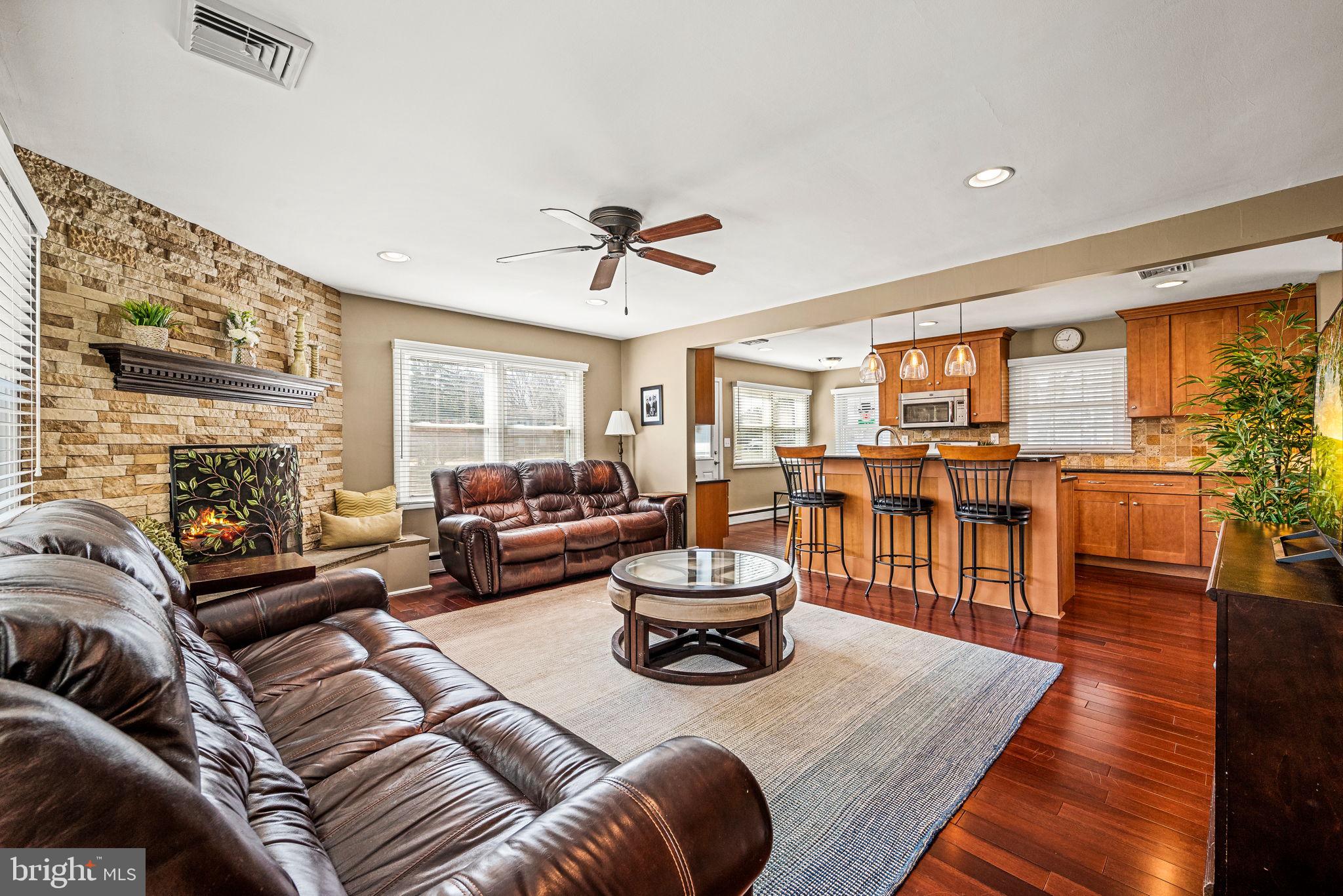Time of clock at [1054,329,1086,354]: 12:45
